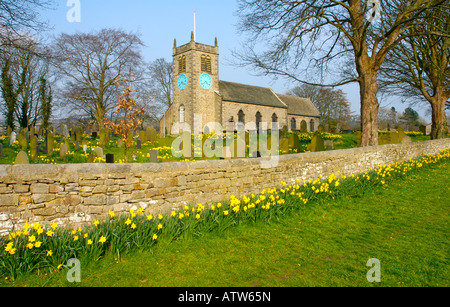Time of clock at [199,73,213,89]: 4:38
